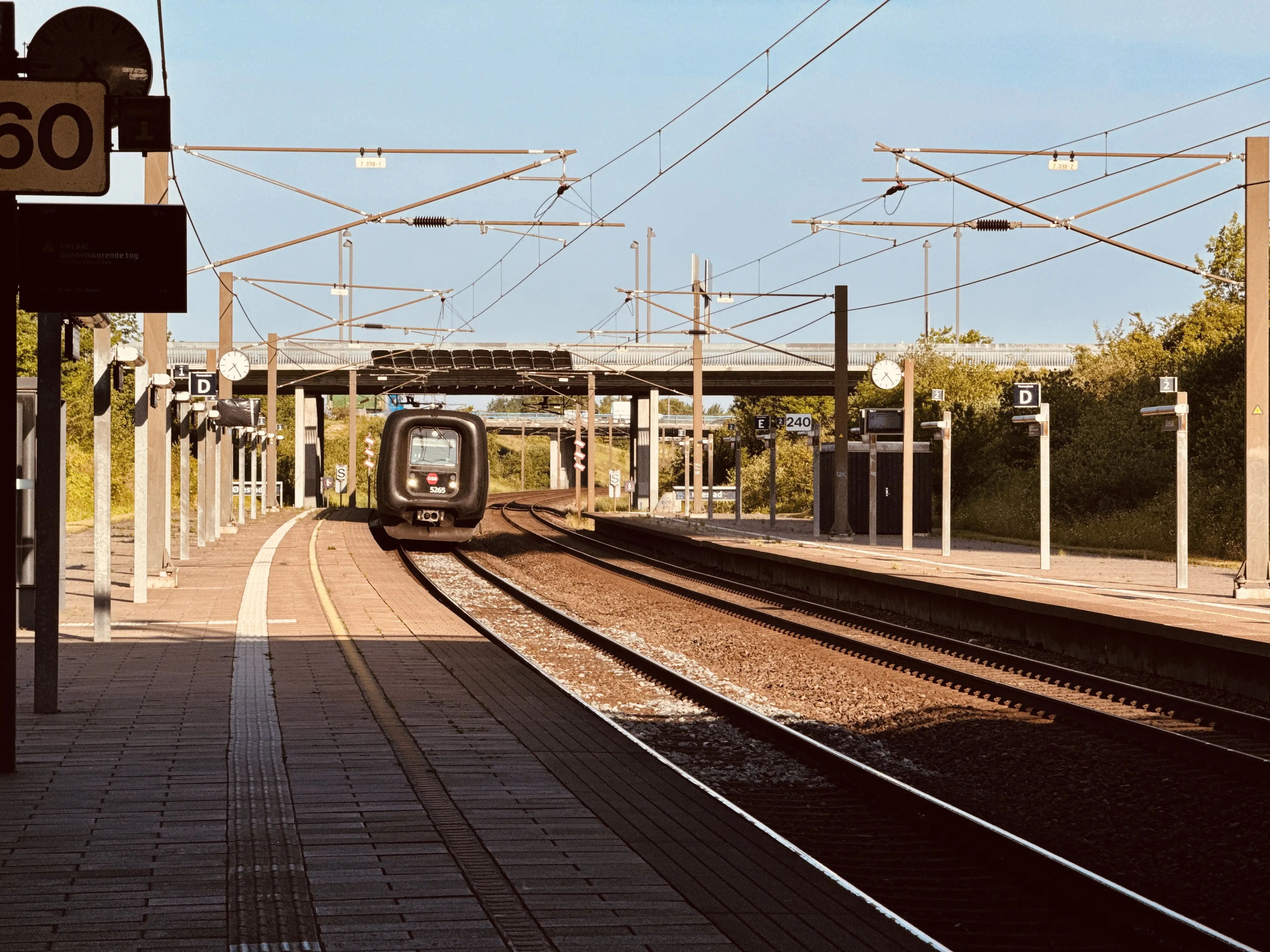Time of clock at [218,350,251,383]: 7:24
